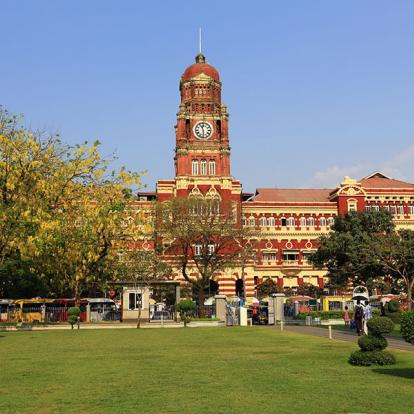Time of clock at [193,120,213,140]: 11:29
